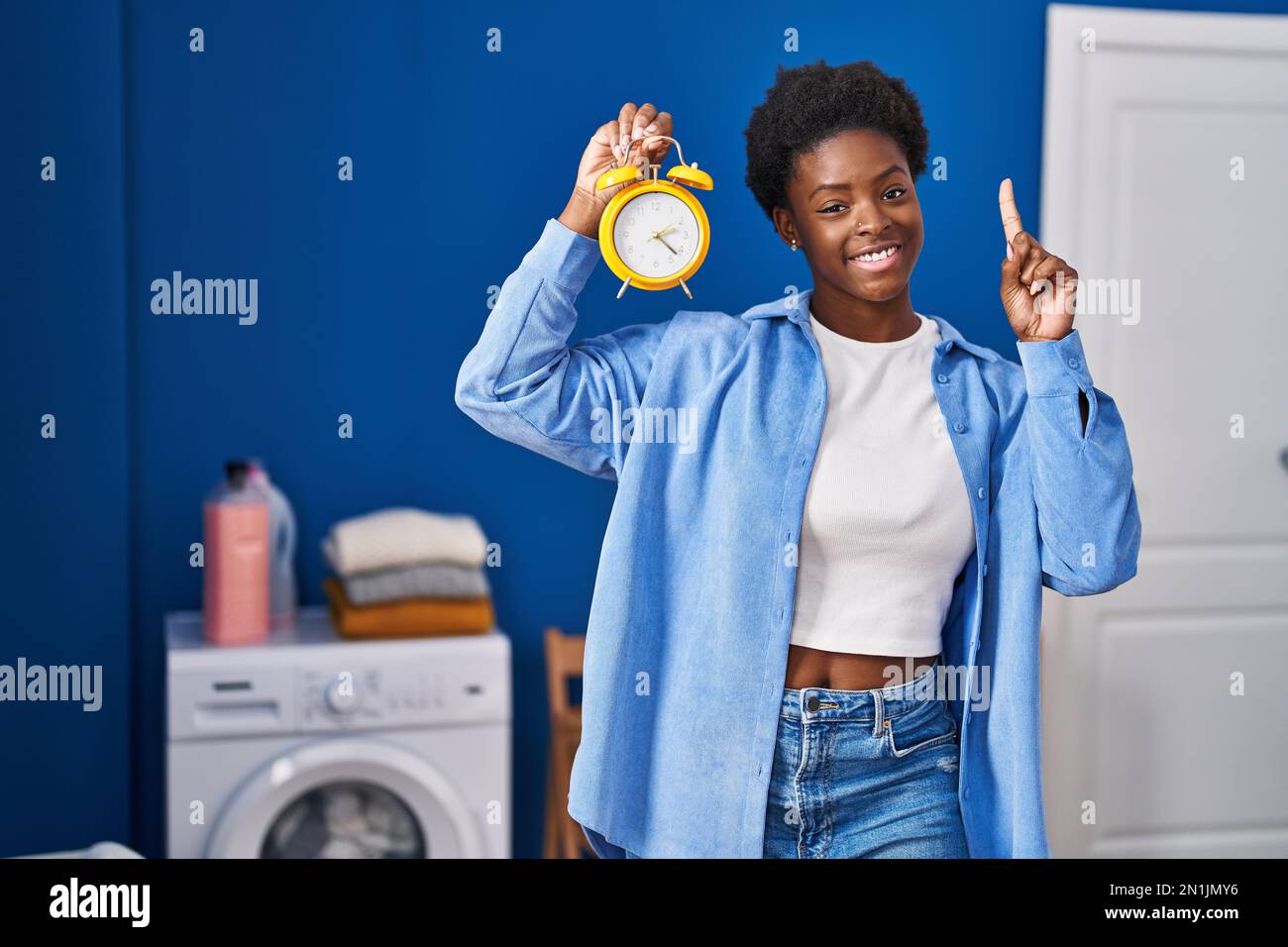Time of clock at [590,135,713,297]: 2:21
